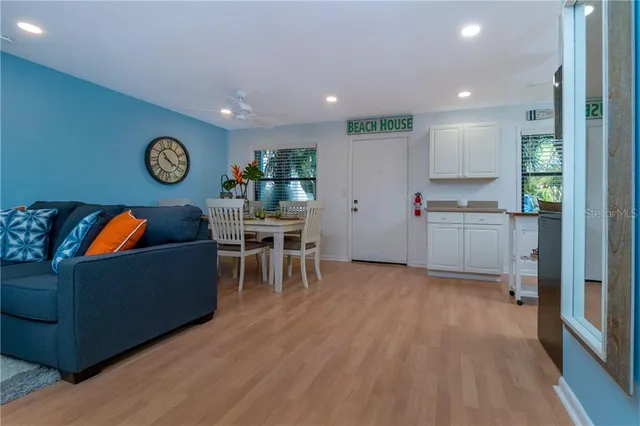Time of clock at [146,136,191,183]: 3:52
